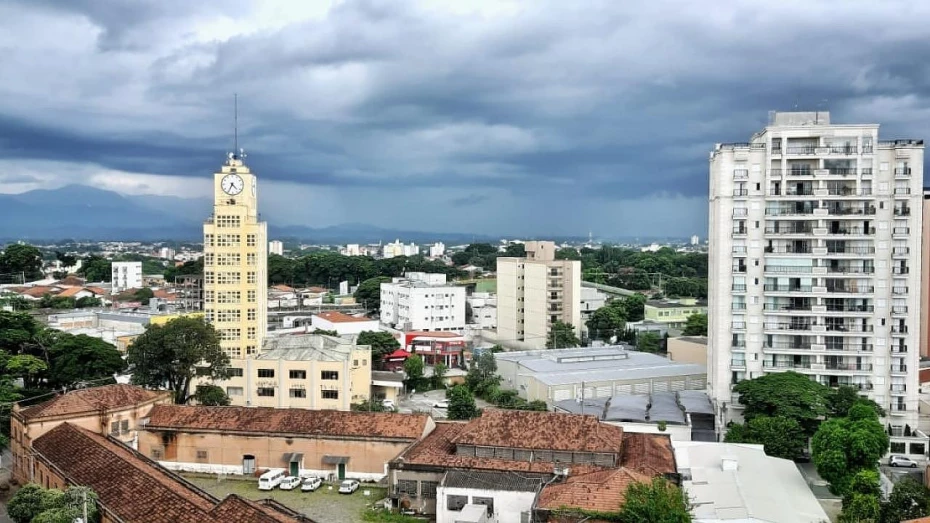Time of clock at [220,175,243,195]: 4:34
